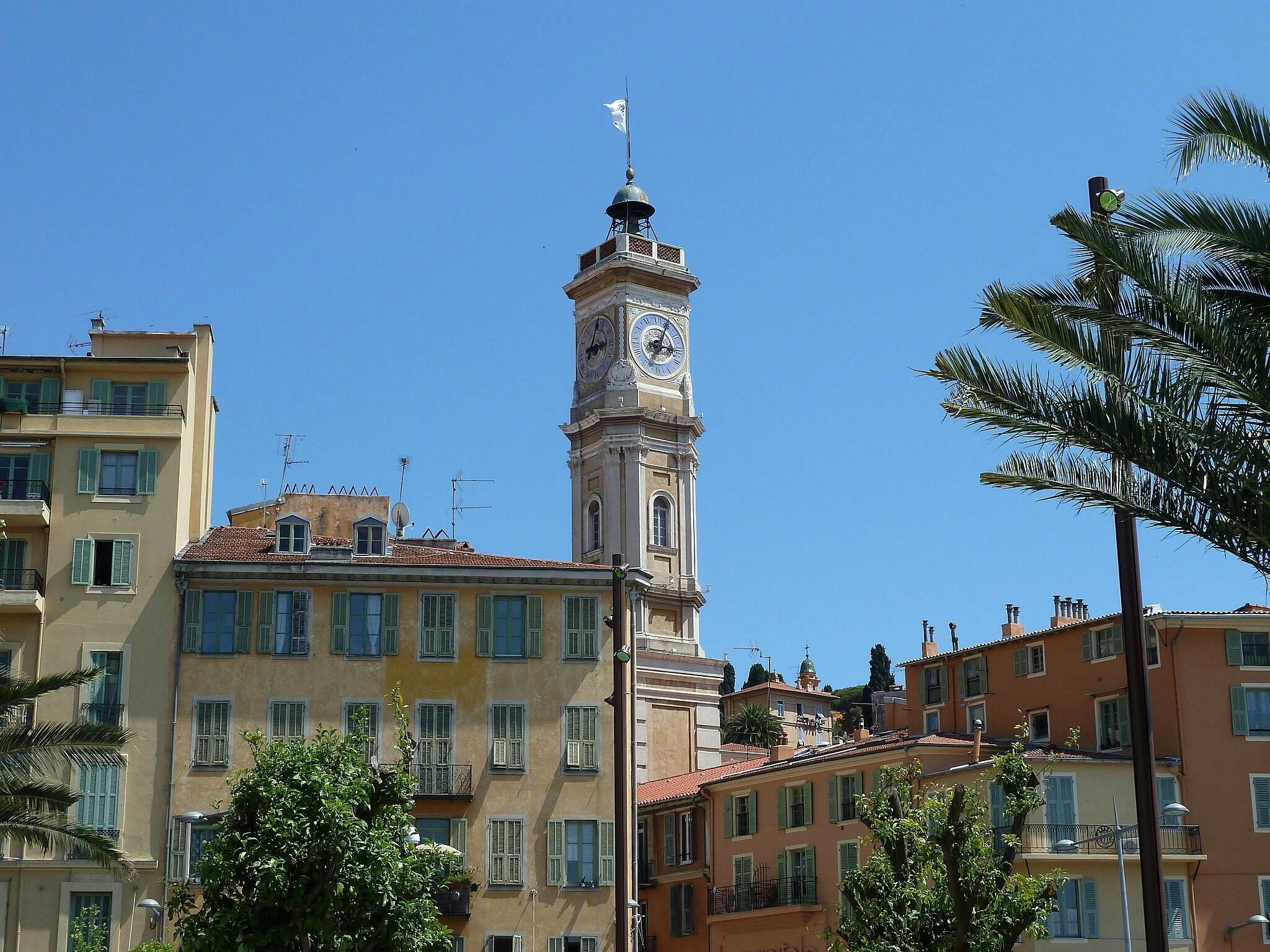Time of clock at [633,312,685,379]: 3:04
